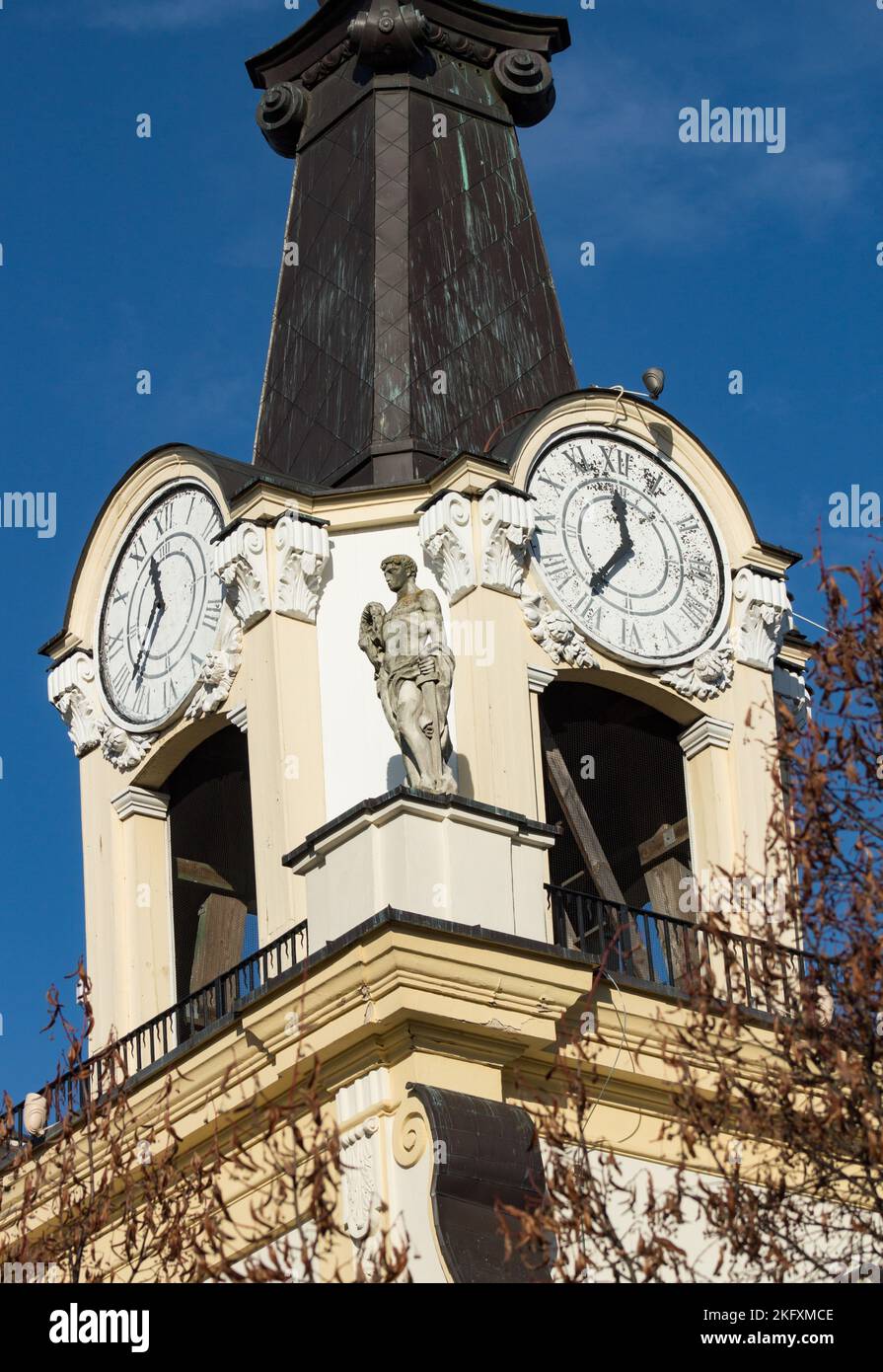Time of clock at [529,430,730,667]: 11:36
